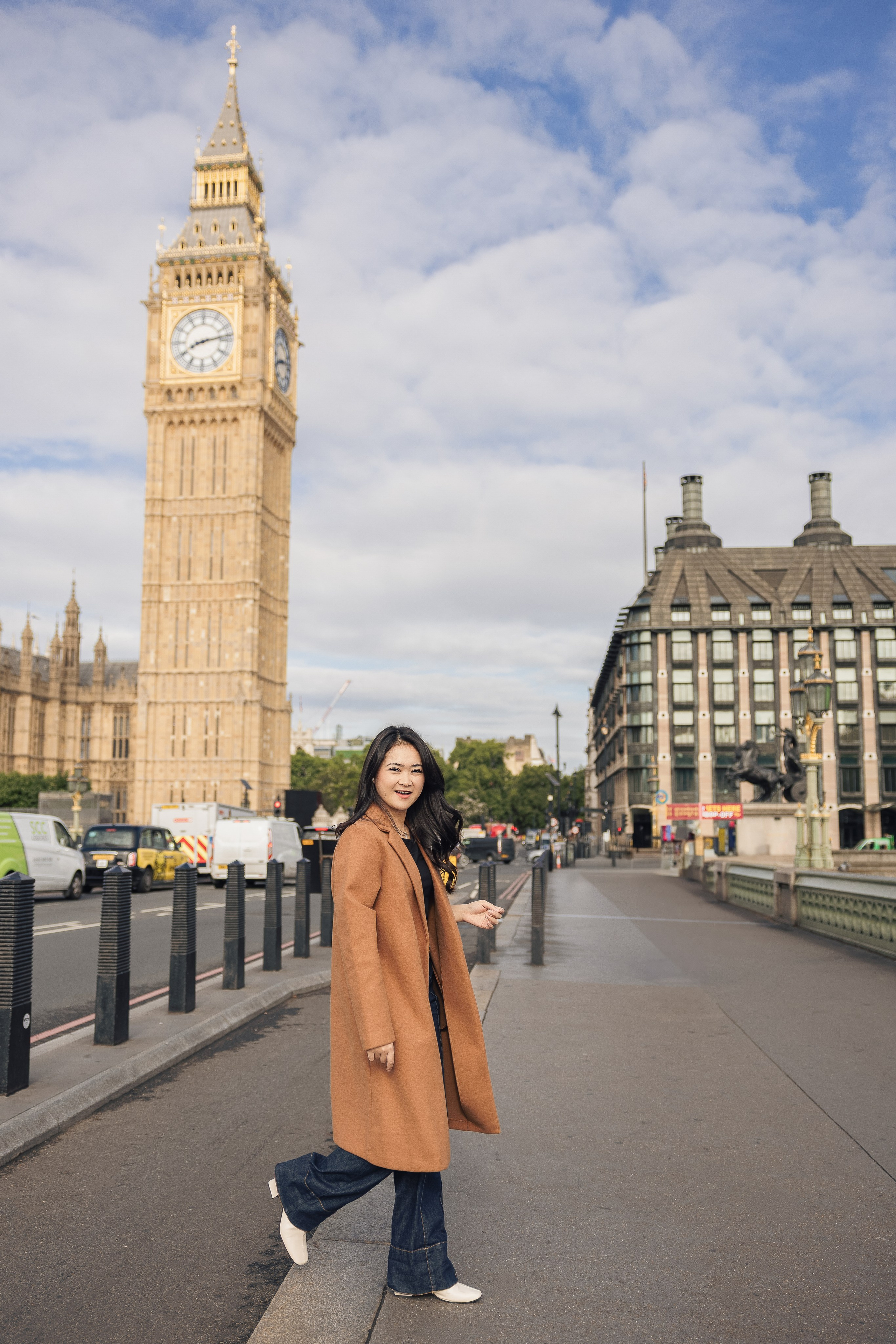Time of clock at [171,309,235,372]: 8:13
